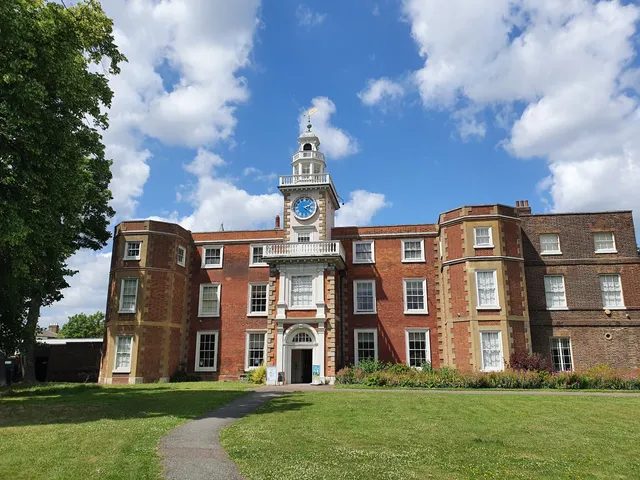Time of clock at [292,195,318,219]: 2:21
